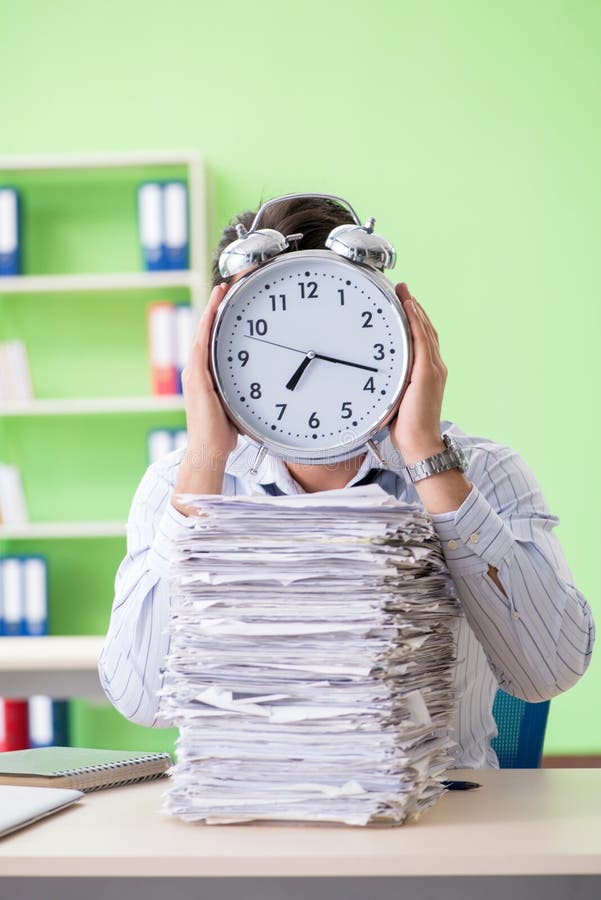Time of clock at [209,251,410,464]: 7:17
